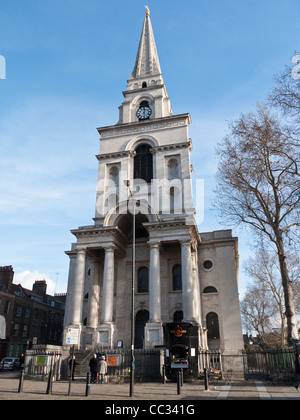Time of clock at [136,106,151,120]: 12:28
